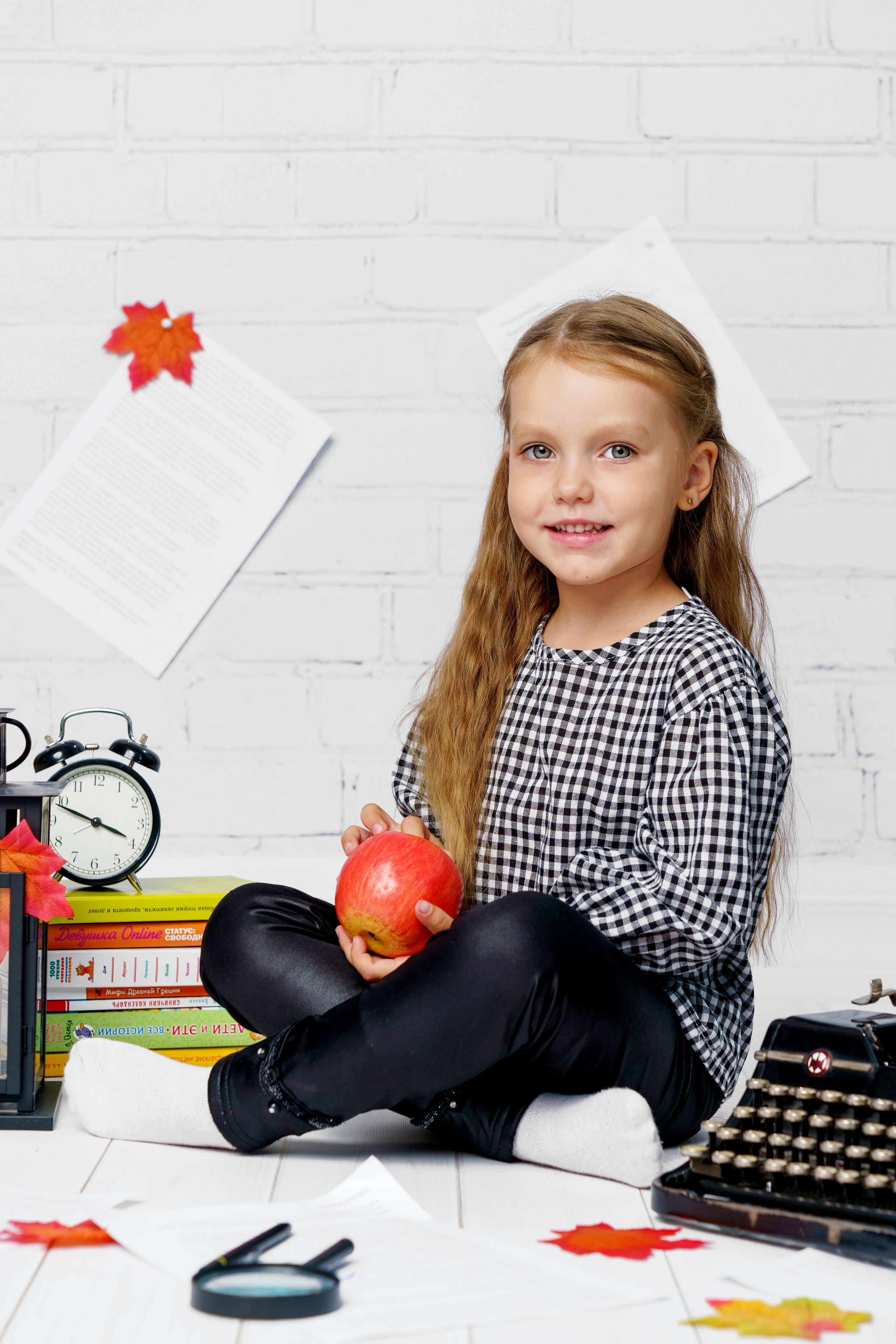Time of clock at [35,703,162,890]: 3:48
